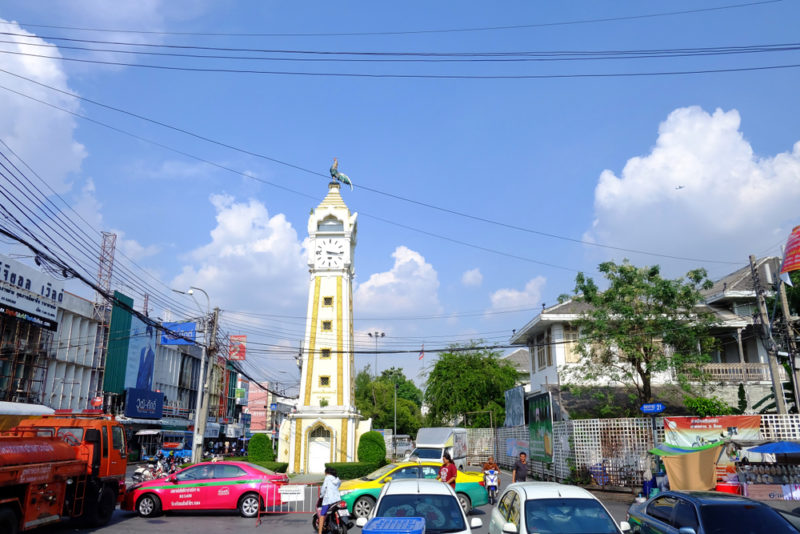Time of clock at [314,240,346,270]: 3:16
